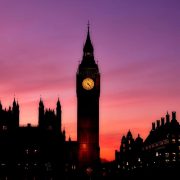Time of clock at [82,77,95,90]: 4:23
